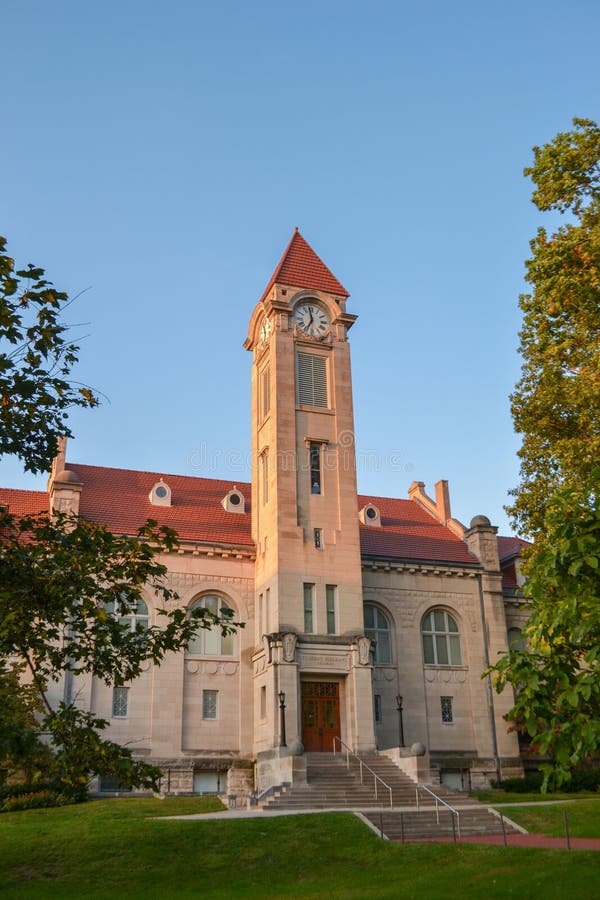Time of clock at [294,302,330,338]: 6:58
